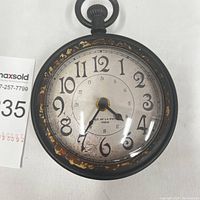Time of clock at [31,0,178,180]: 4:35
